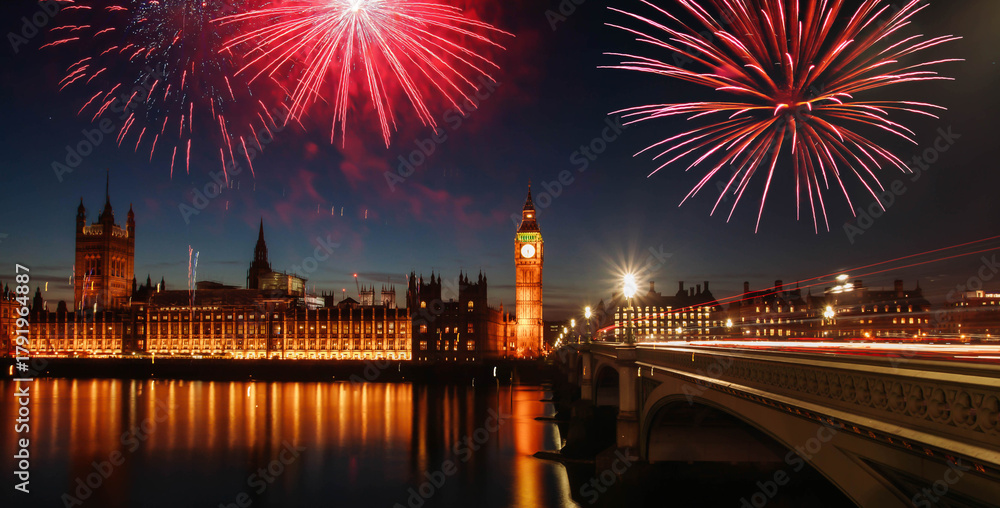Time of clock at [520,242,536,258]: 5:31
